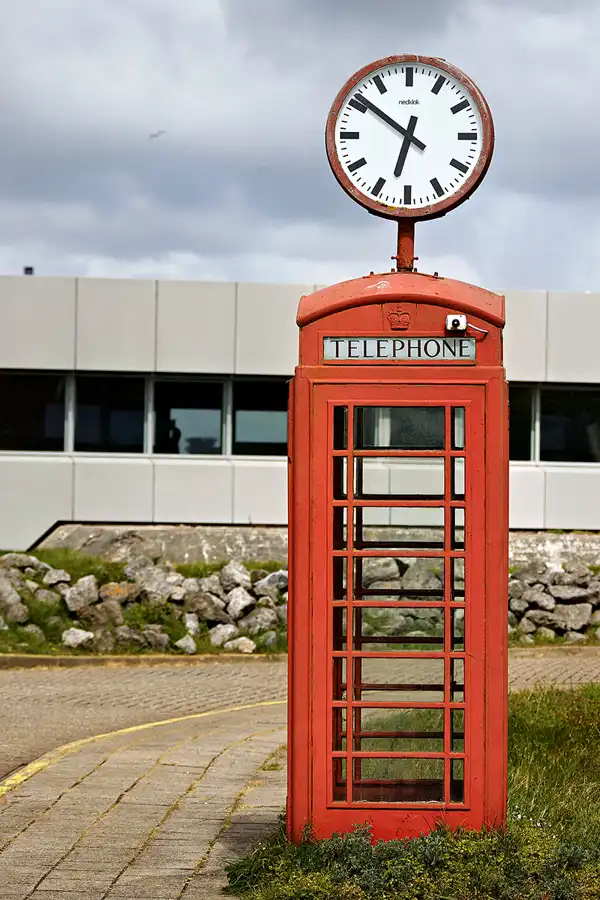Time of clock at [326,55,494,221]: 6:51
